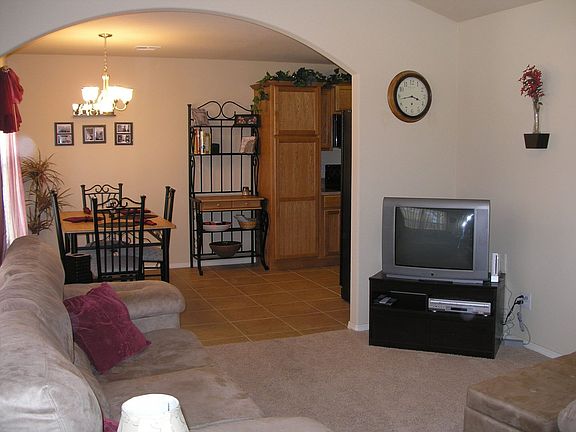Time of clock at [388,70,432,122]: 3:43
